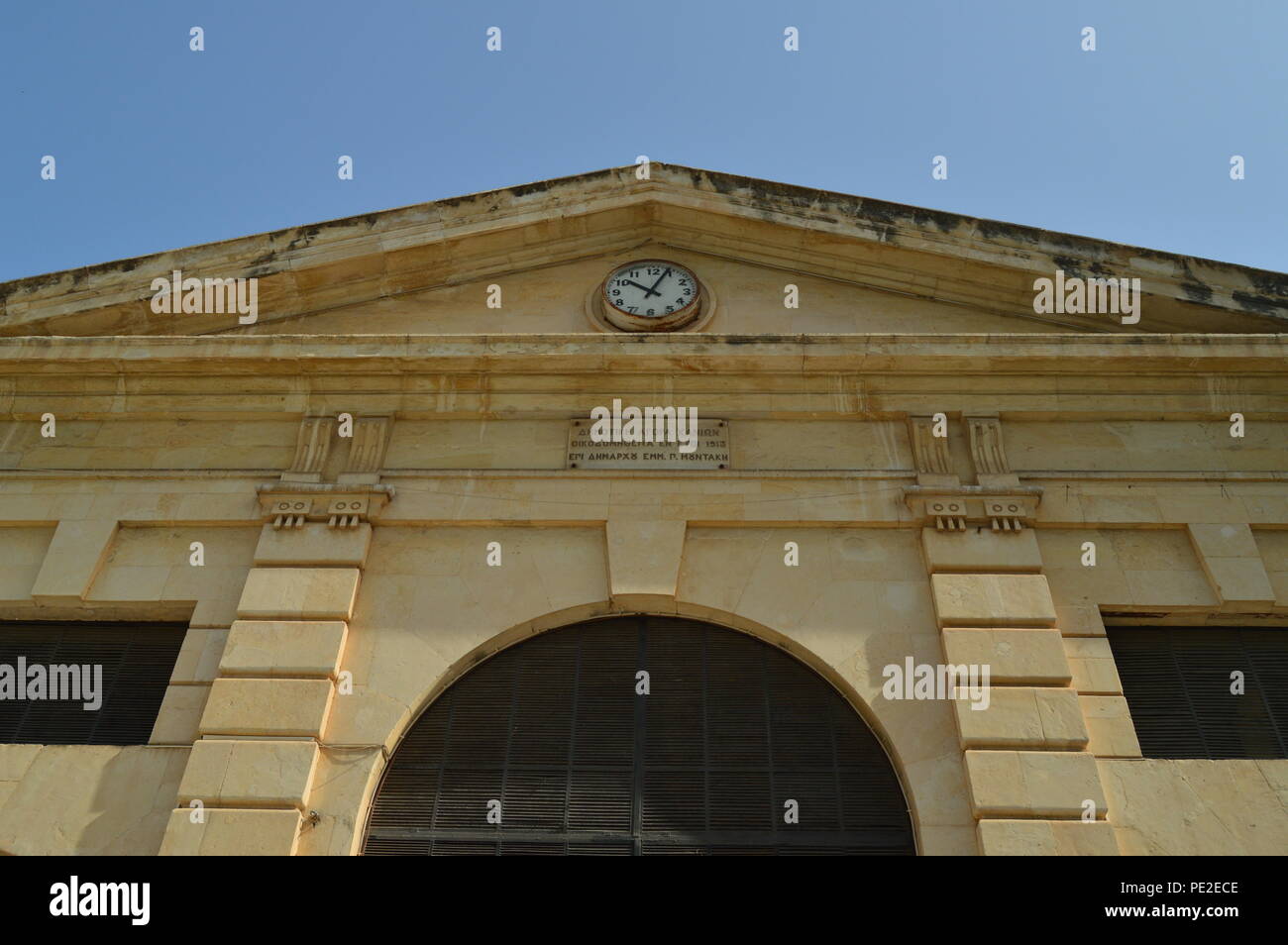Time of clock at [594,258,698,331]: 10:04
